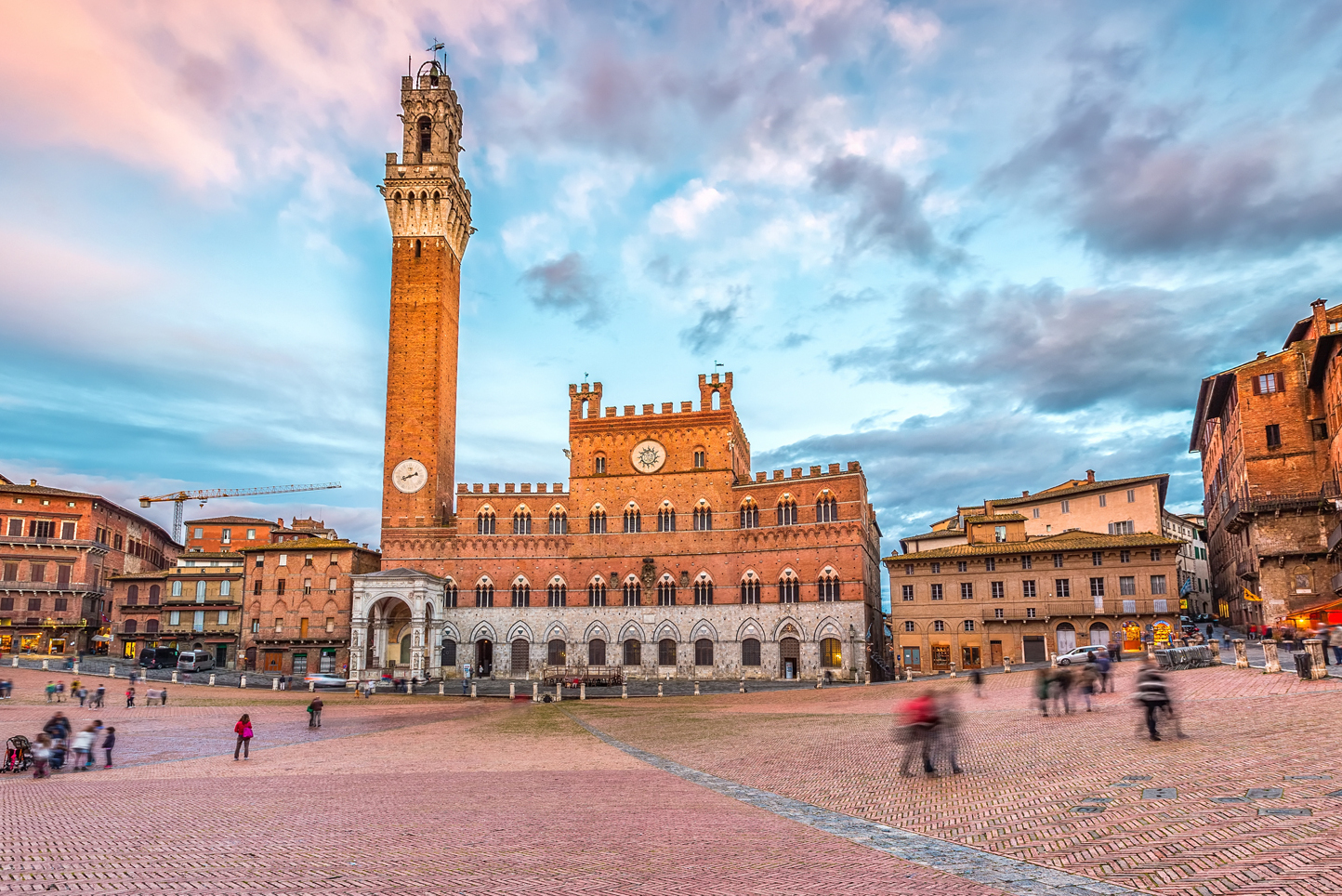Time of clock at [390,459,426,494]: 8:11
